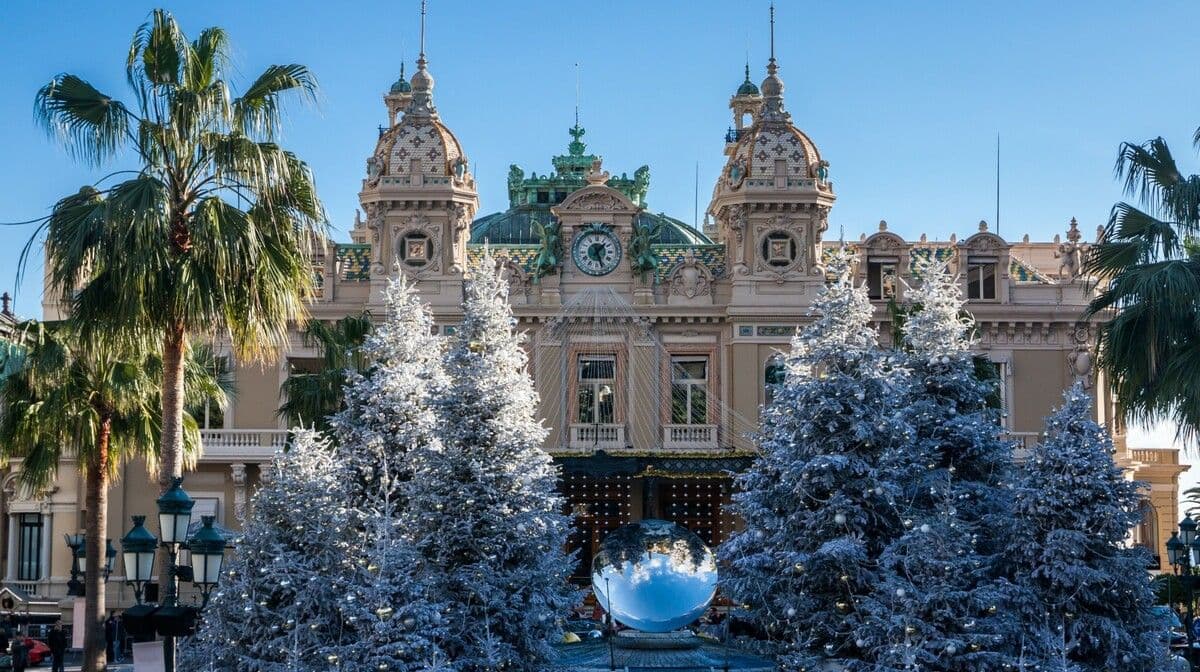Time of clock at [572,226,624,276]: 1:26
